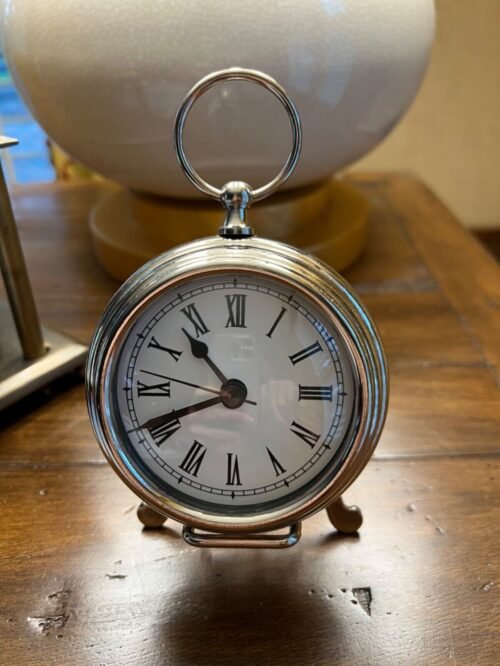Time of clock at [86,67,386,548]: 10:41
